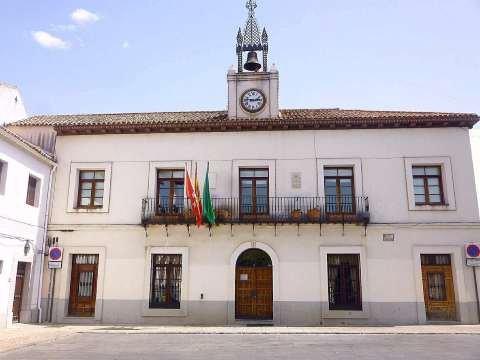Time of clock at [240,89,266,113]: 2:46
